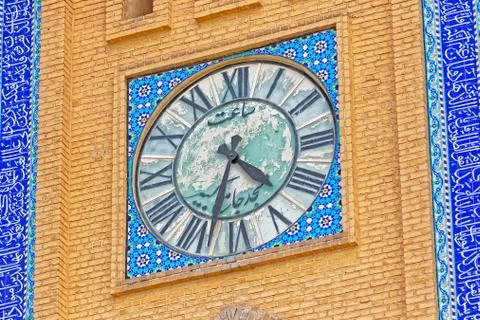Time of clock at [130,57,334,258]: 4:33
